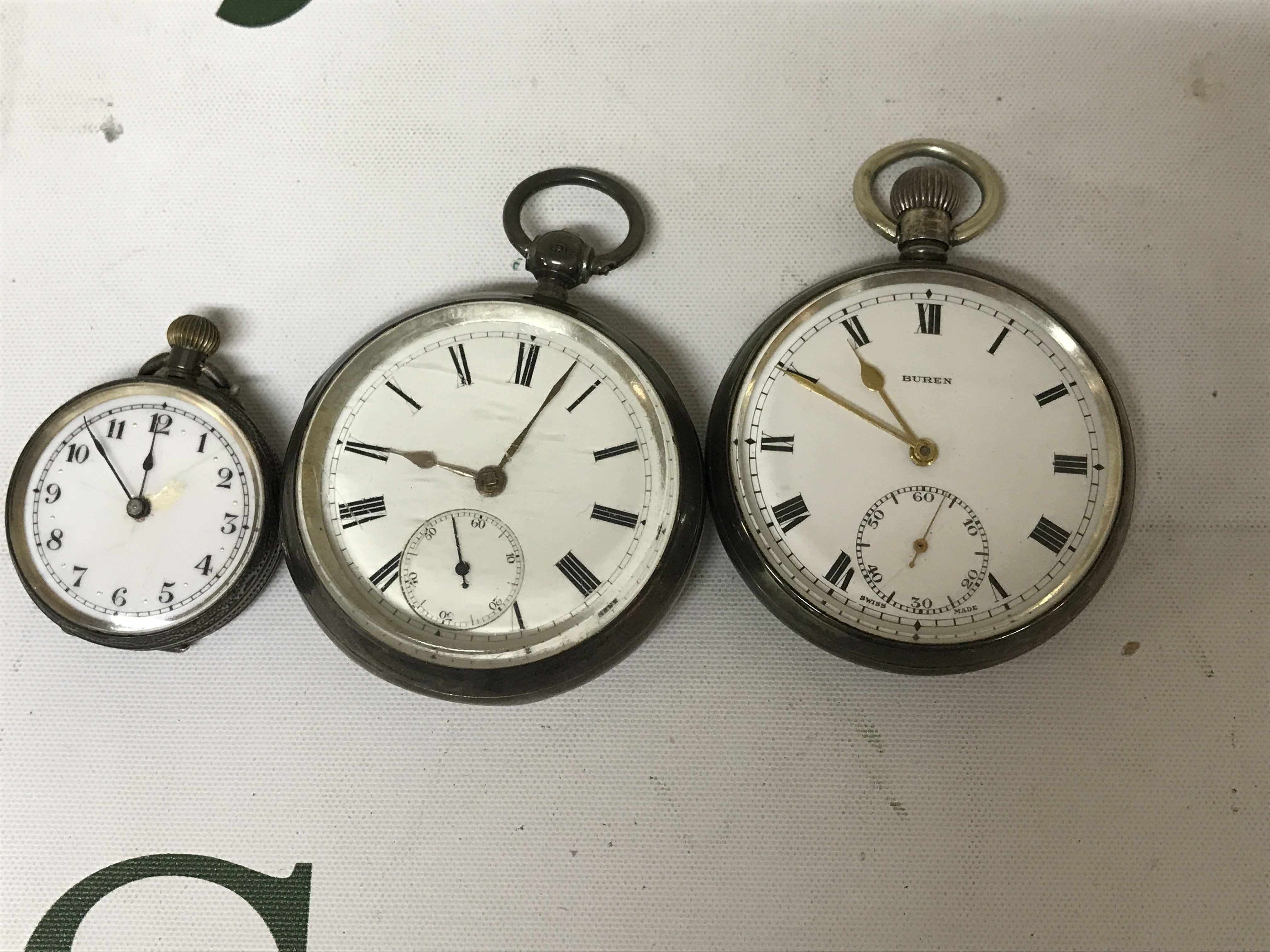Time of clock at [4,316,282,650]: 11:52
